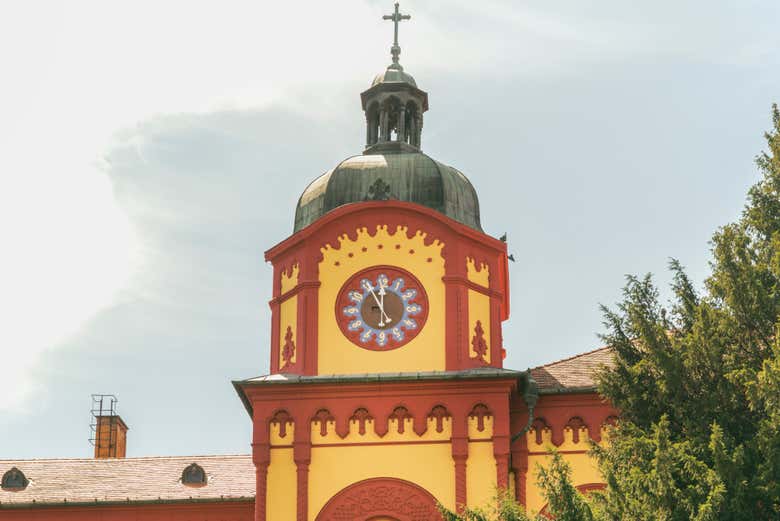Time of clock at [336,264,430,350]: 11:55
